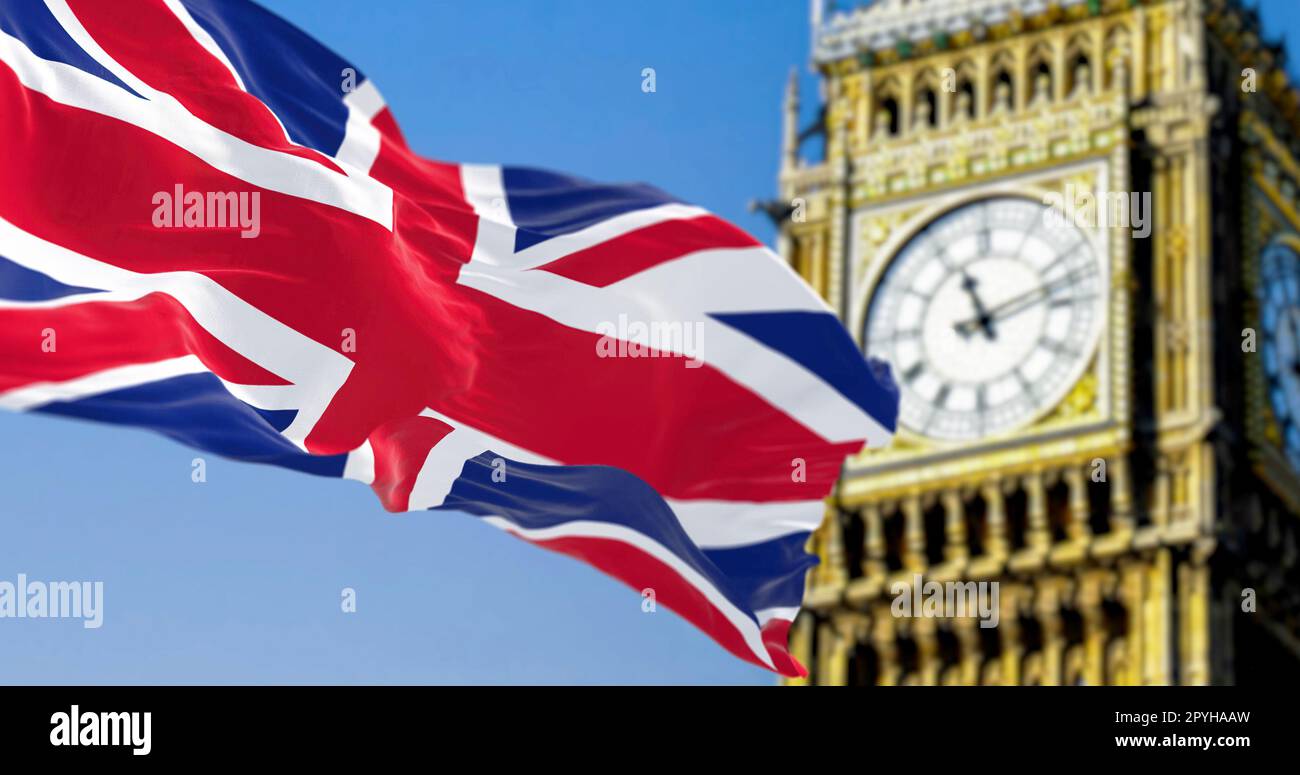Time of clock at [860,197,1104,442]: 11:12
